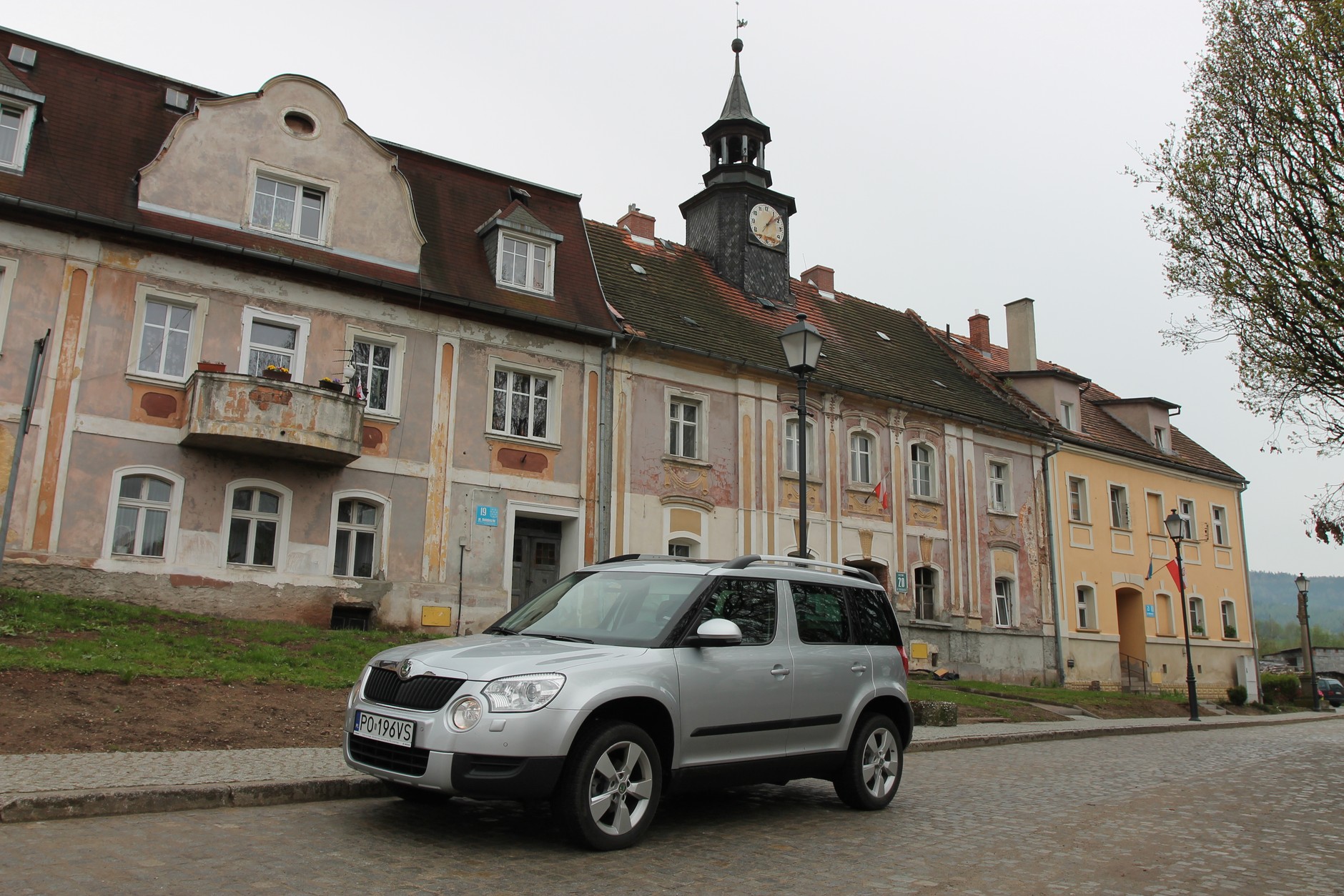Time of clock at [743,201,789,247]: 1:08
